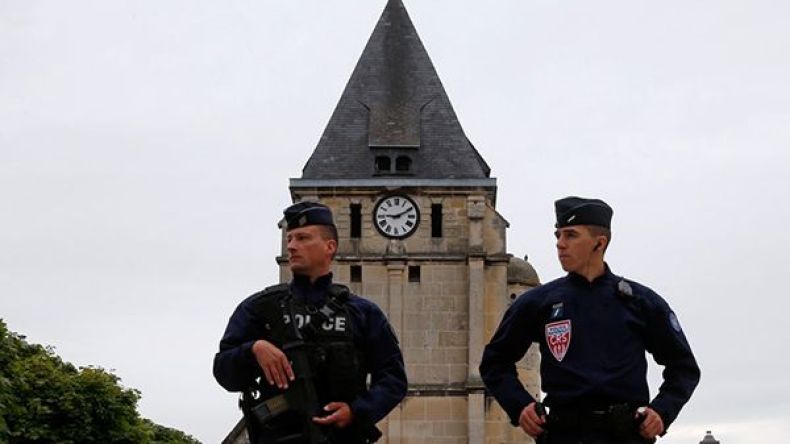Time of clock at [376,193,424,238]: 9:10
